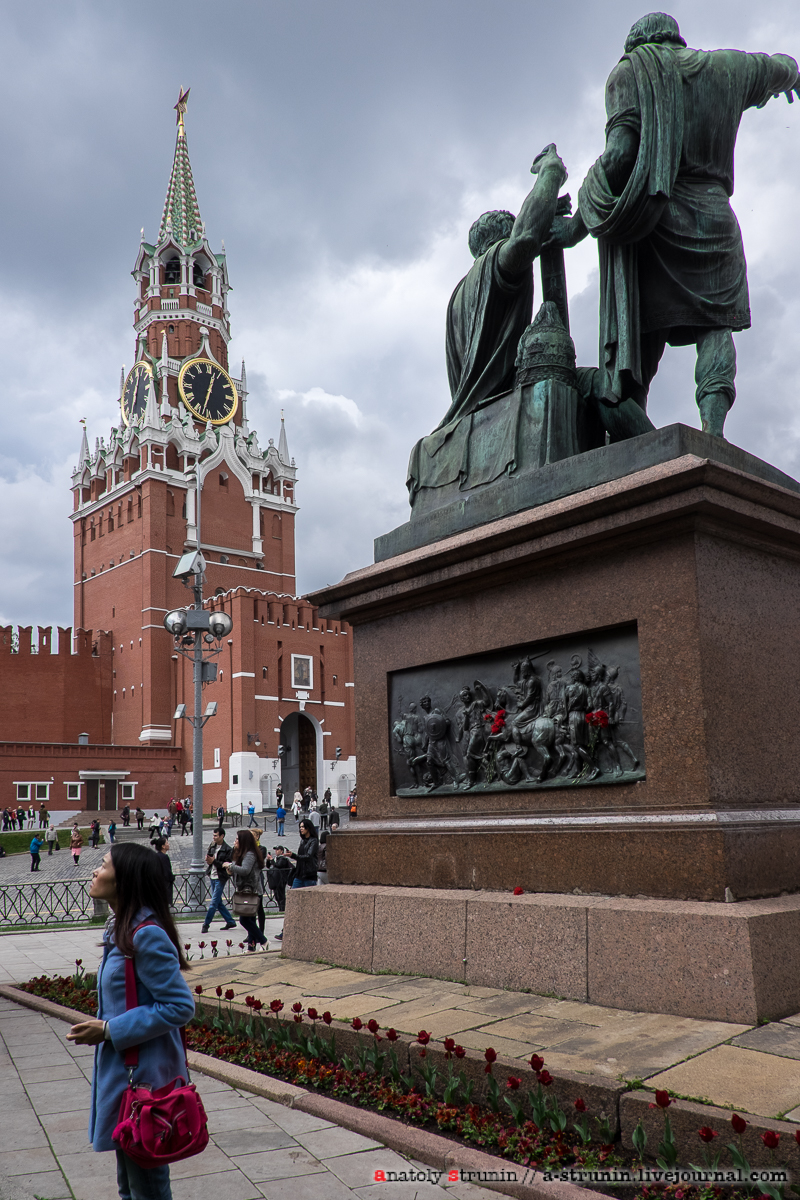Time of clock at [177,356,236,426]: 12:32
